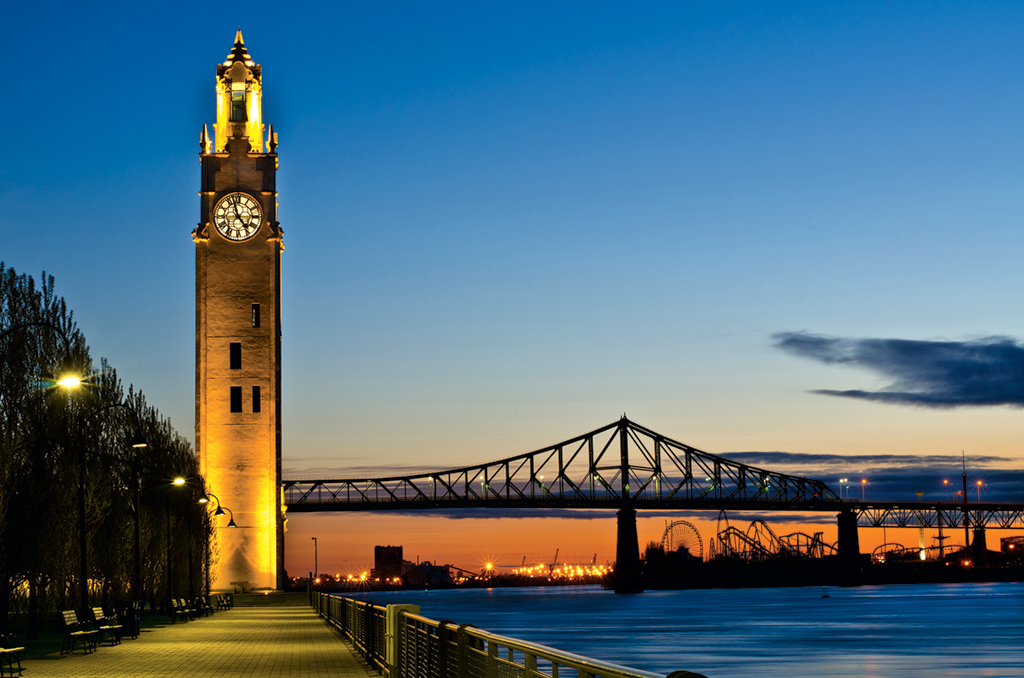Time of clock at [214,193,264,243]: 4:57
